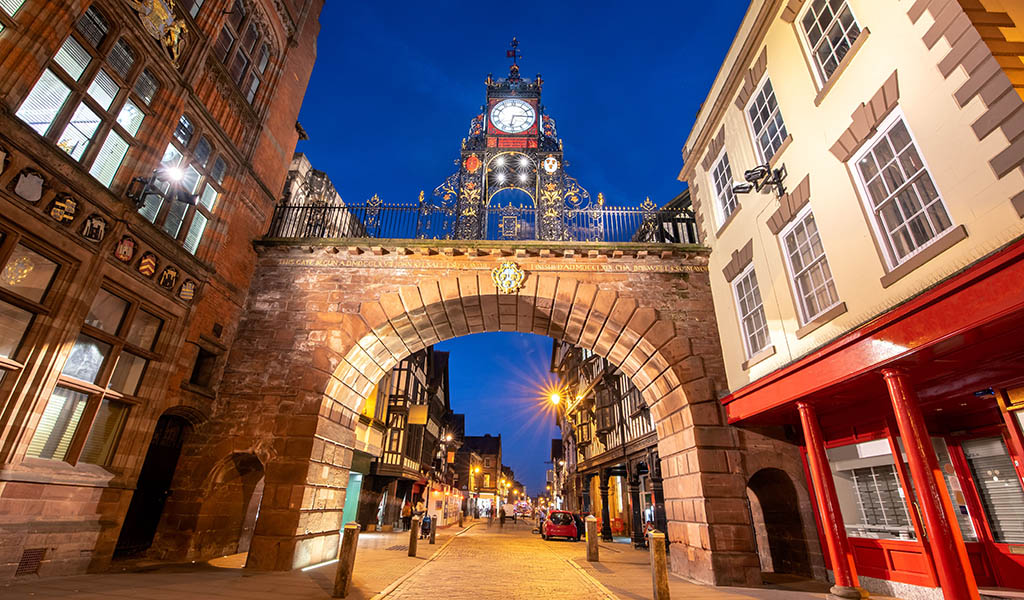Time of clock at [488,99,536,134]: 6:15
